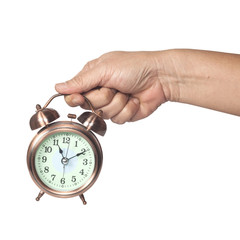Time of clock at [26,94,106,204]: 11:10
